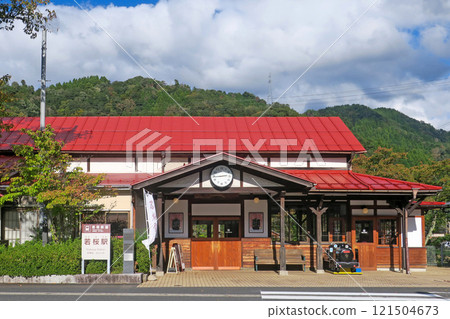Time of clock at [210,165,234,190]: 2:44
